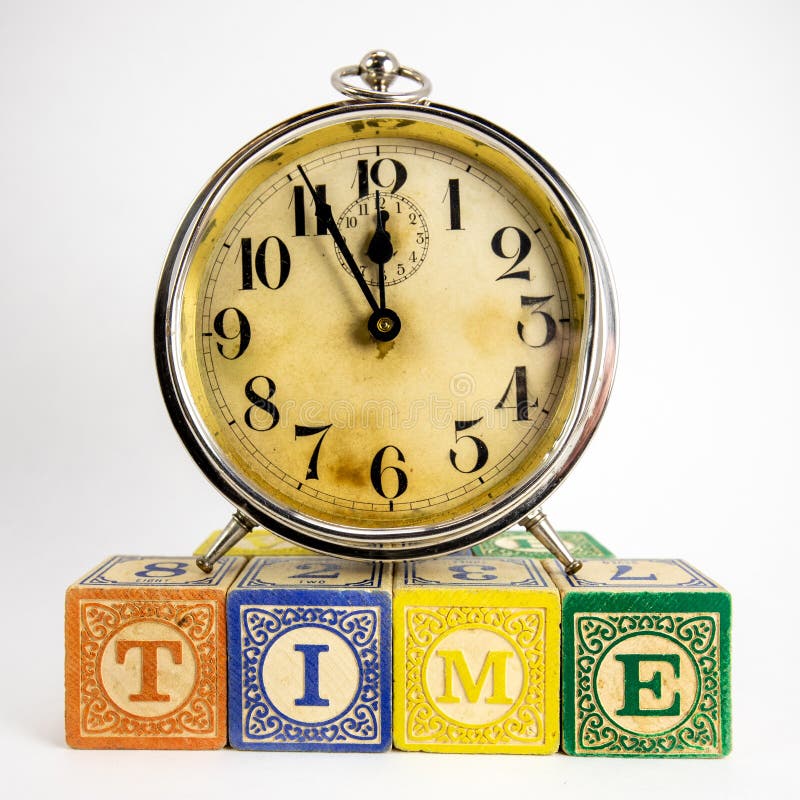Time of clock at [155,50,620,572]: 11:55
